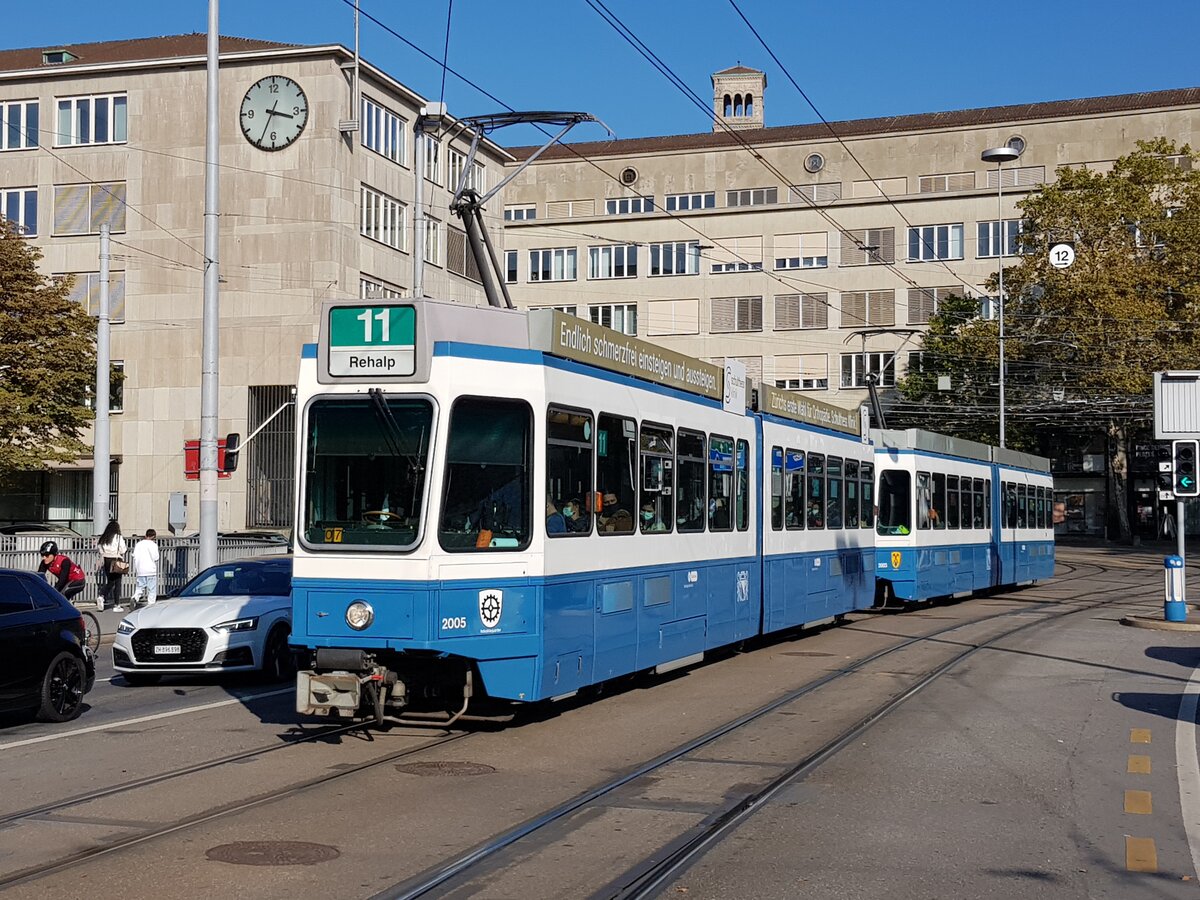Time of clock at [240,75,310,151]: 3:34
